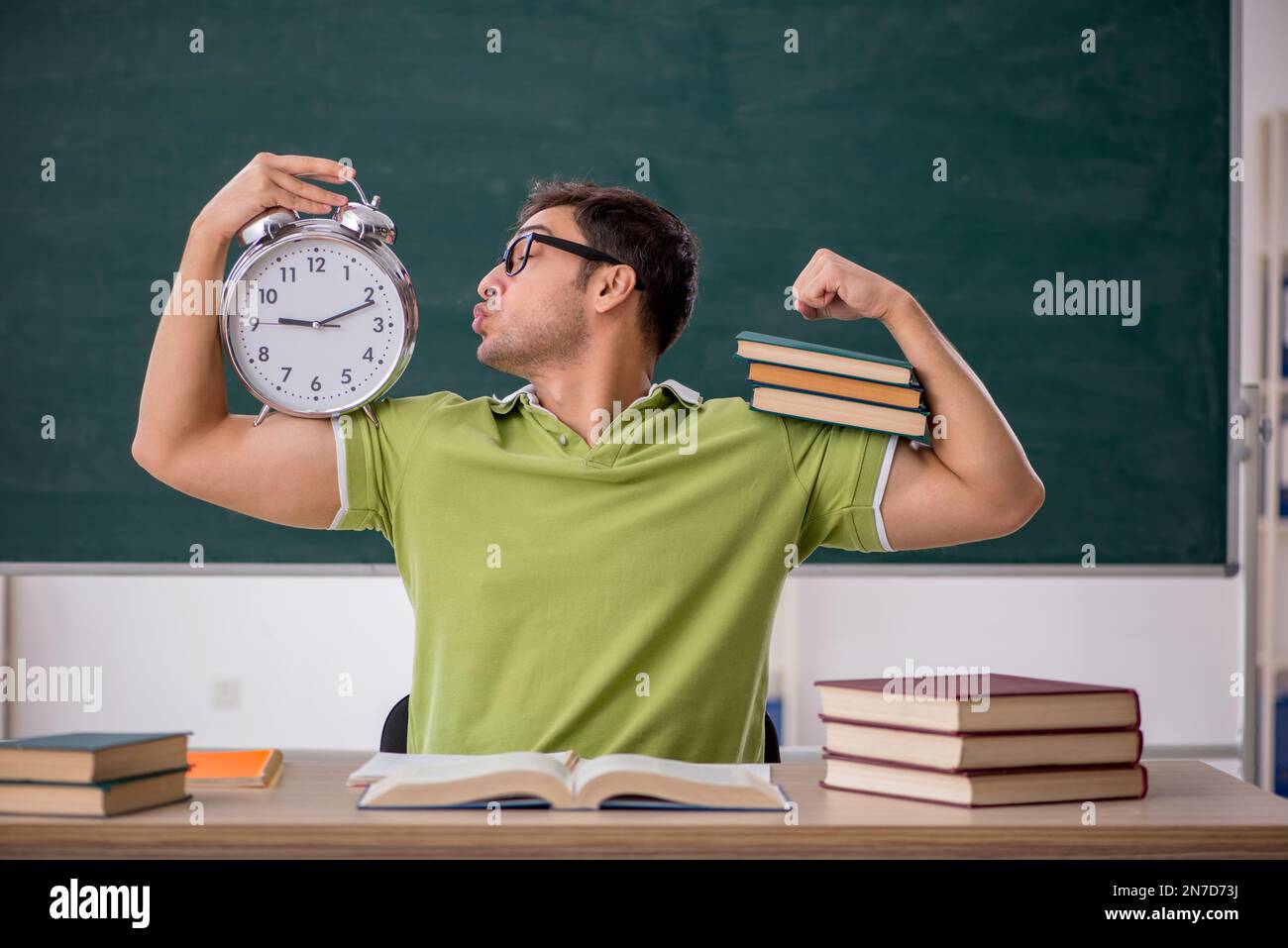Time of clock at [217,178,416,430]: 9:11
